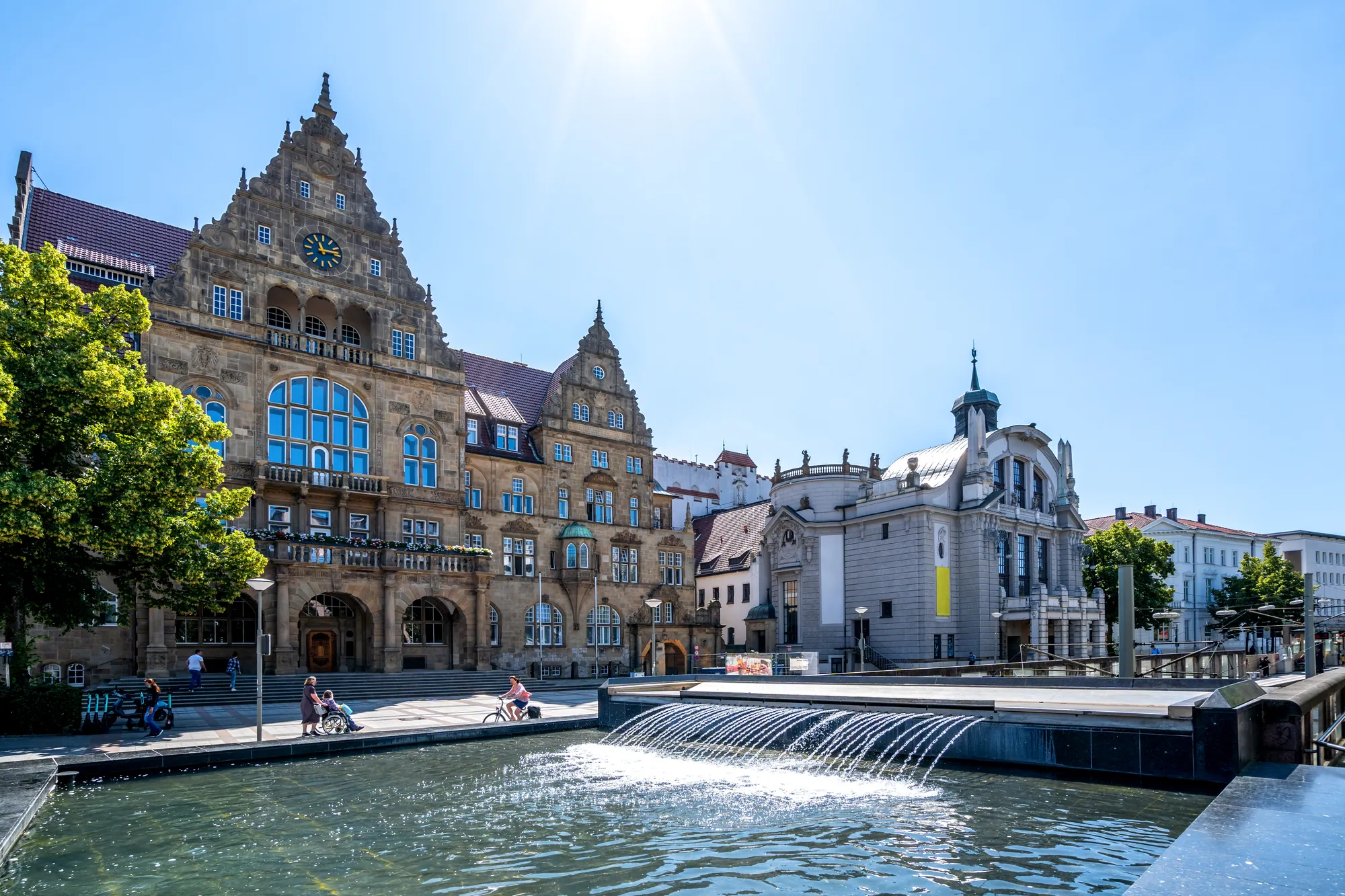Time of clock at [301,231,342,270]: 11:13
